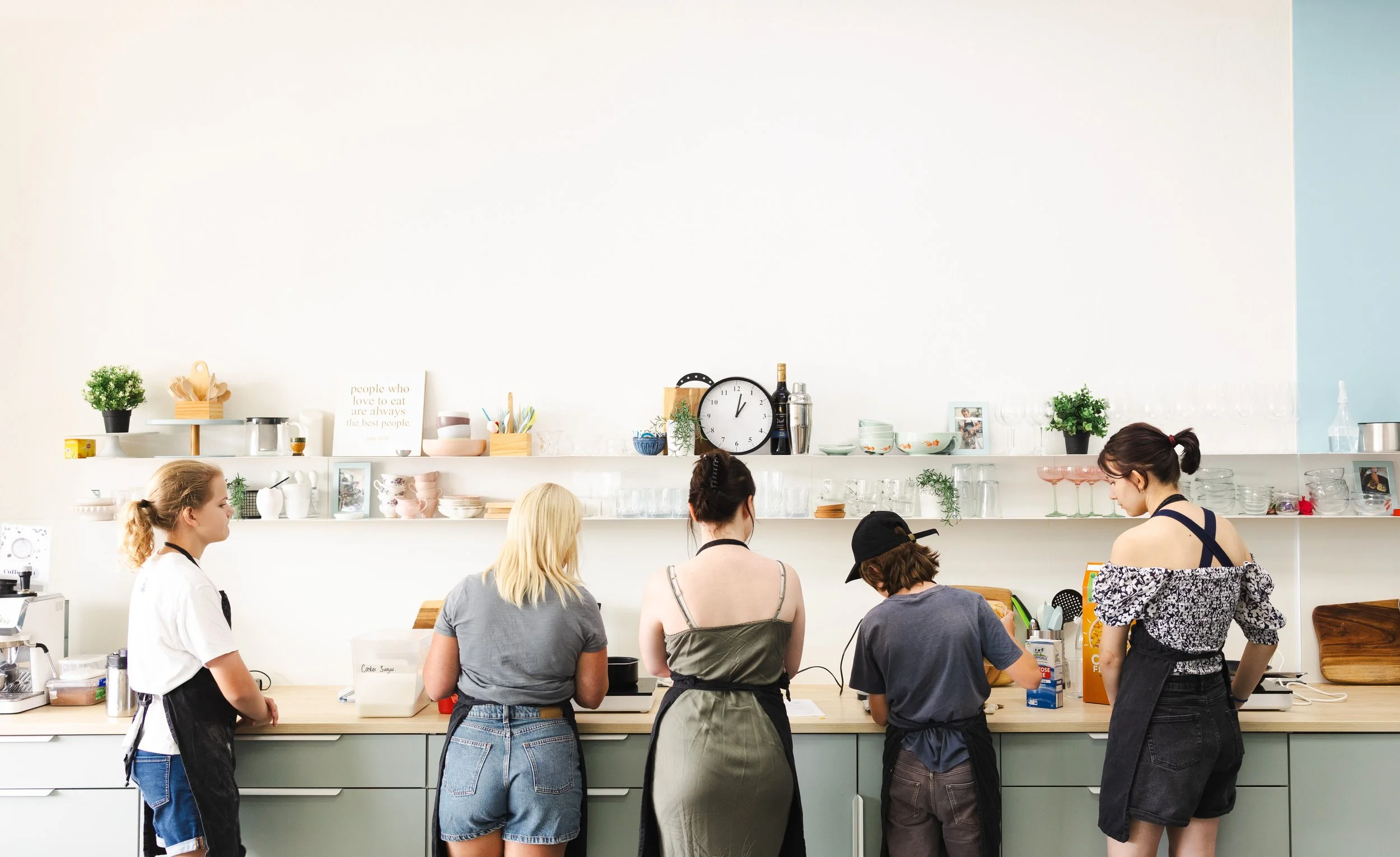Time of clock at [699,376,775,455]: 1:01
